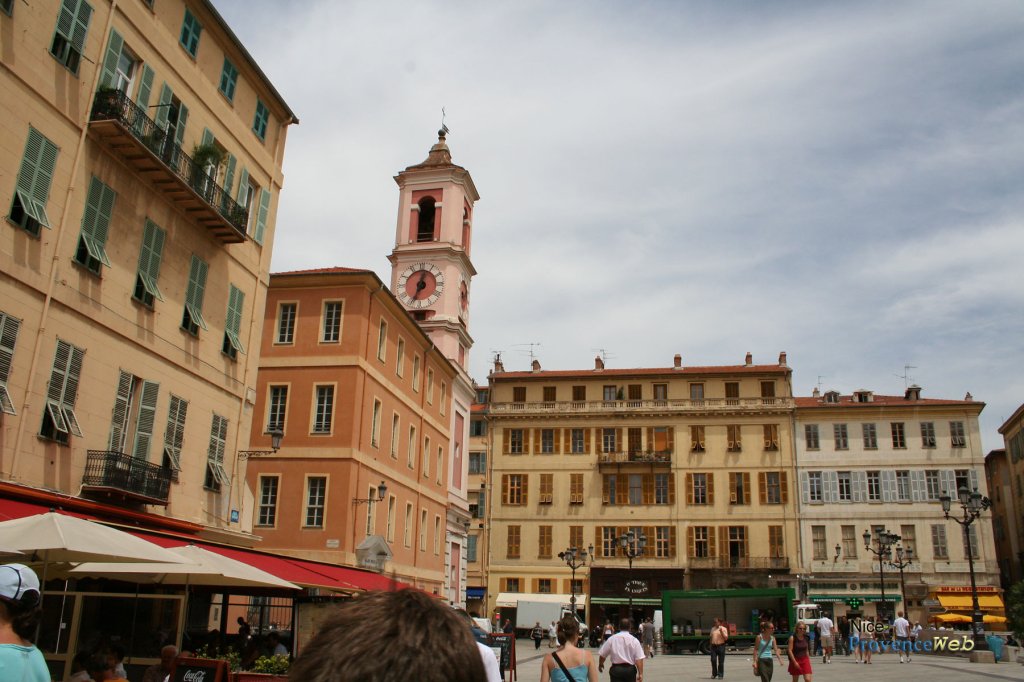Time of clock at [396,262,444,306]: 12:33
